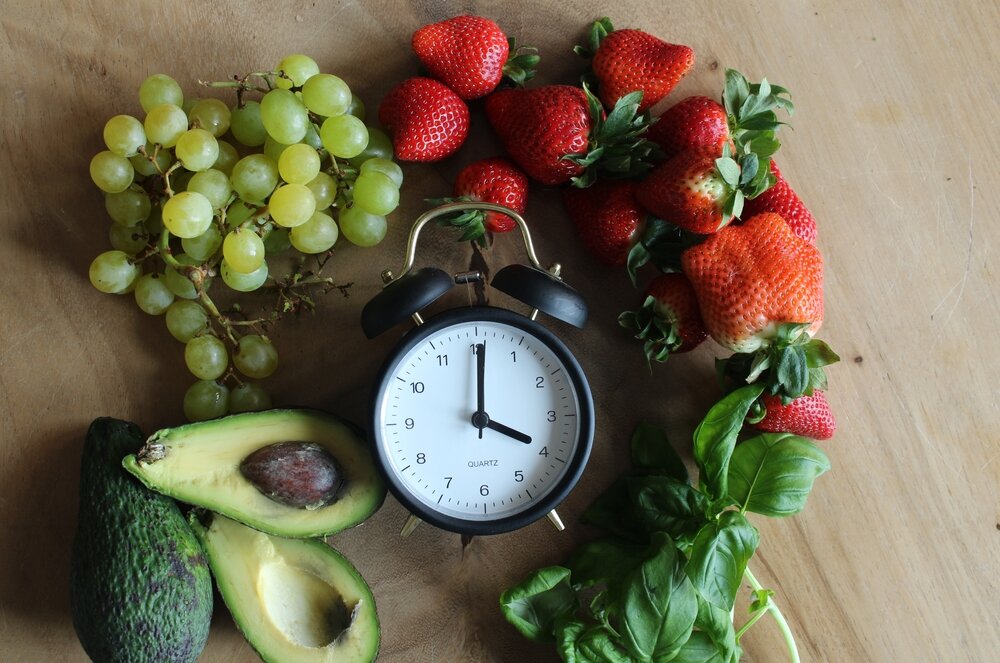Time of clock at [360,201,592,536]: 4:00
